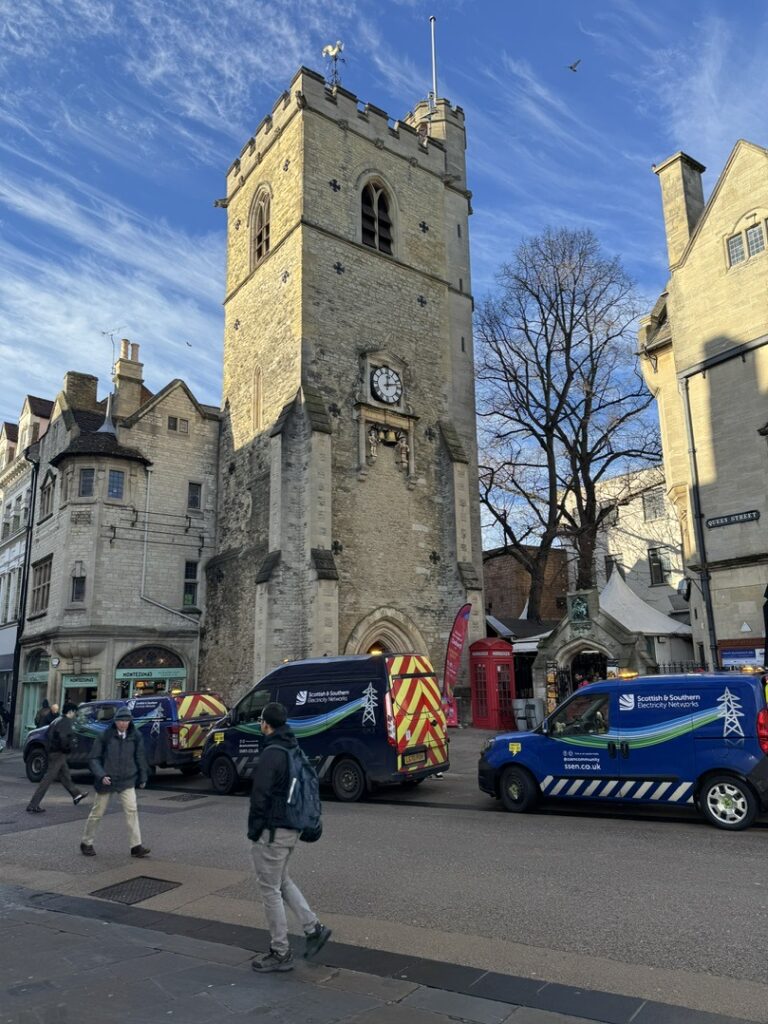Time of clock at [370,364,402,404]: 12:12
